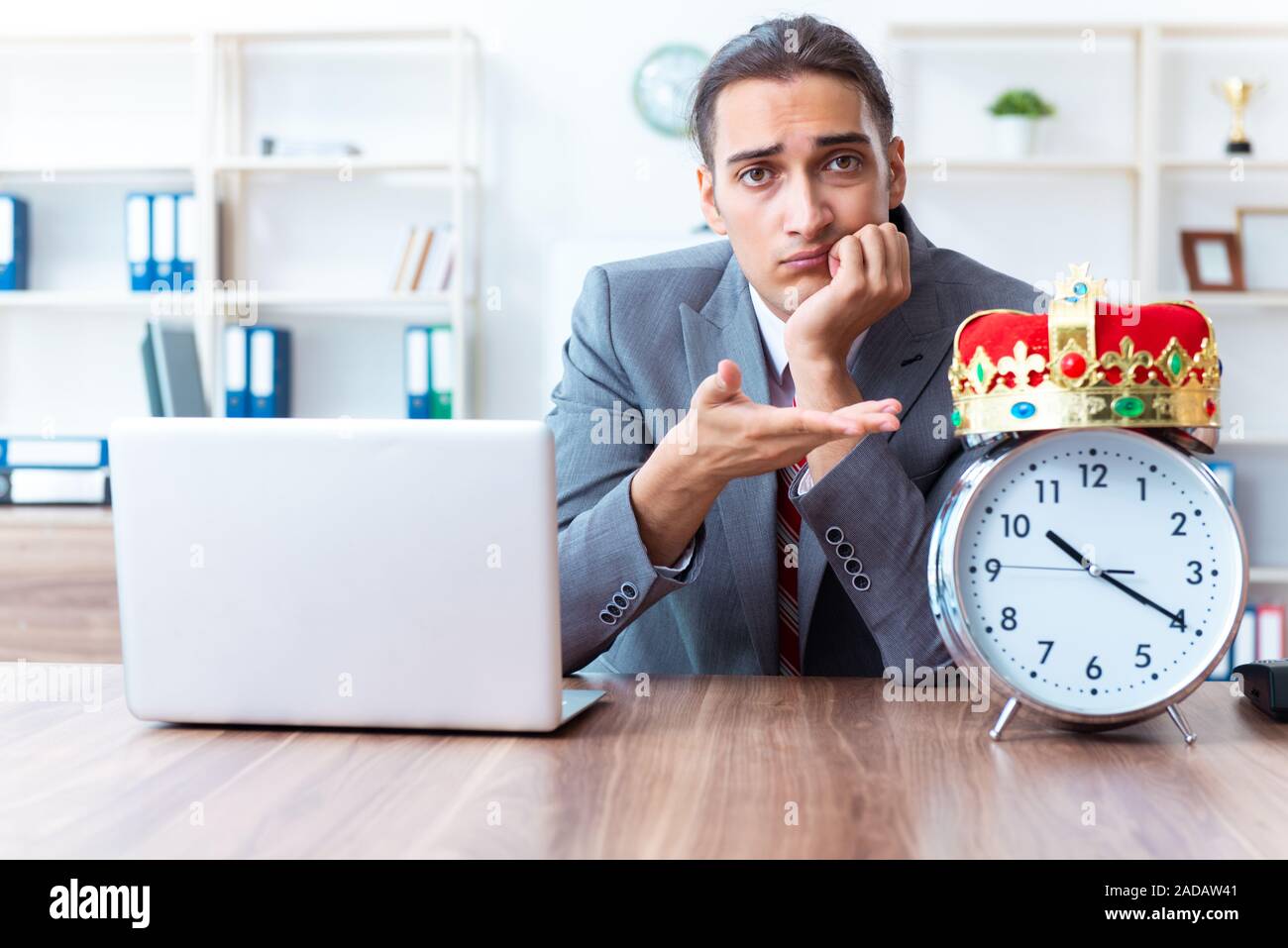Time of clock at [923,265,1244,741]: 10:19
